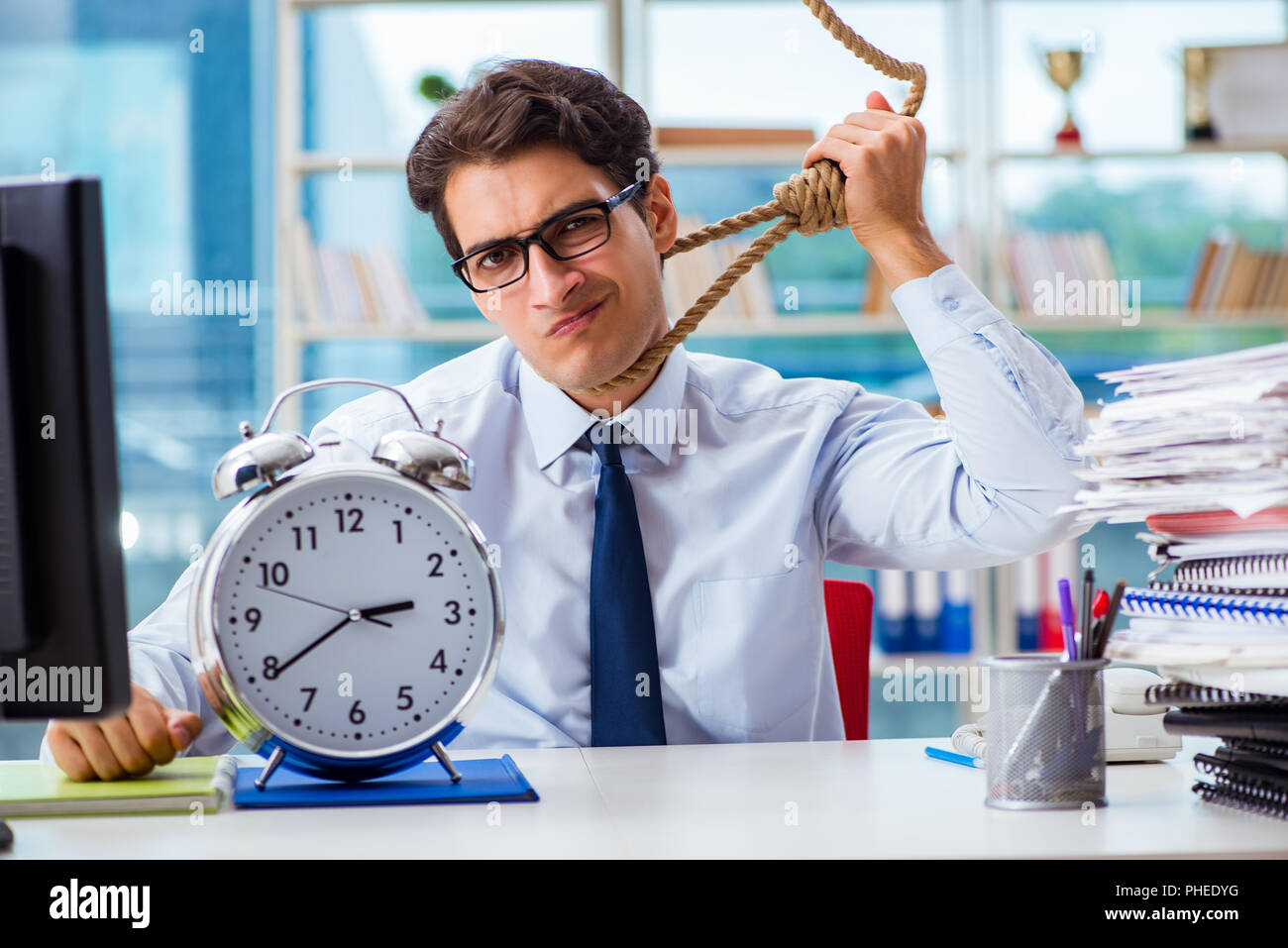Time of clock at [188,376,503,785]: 2:39
